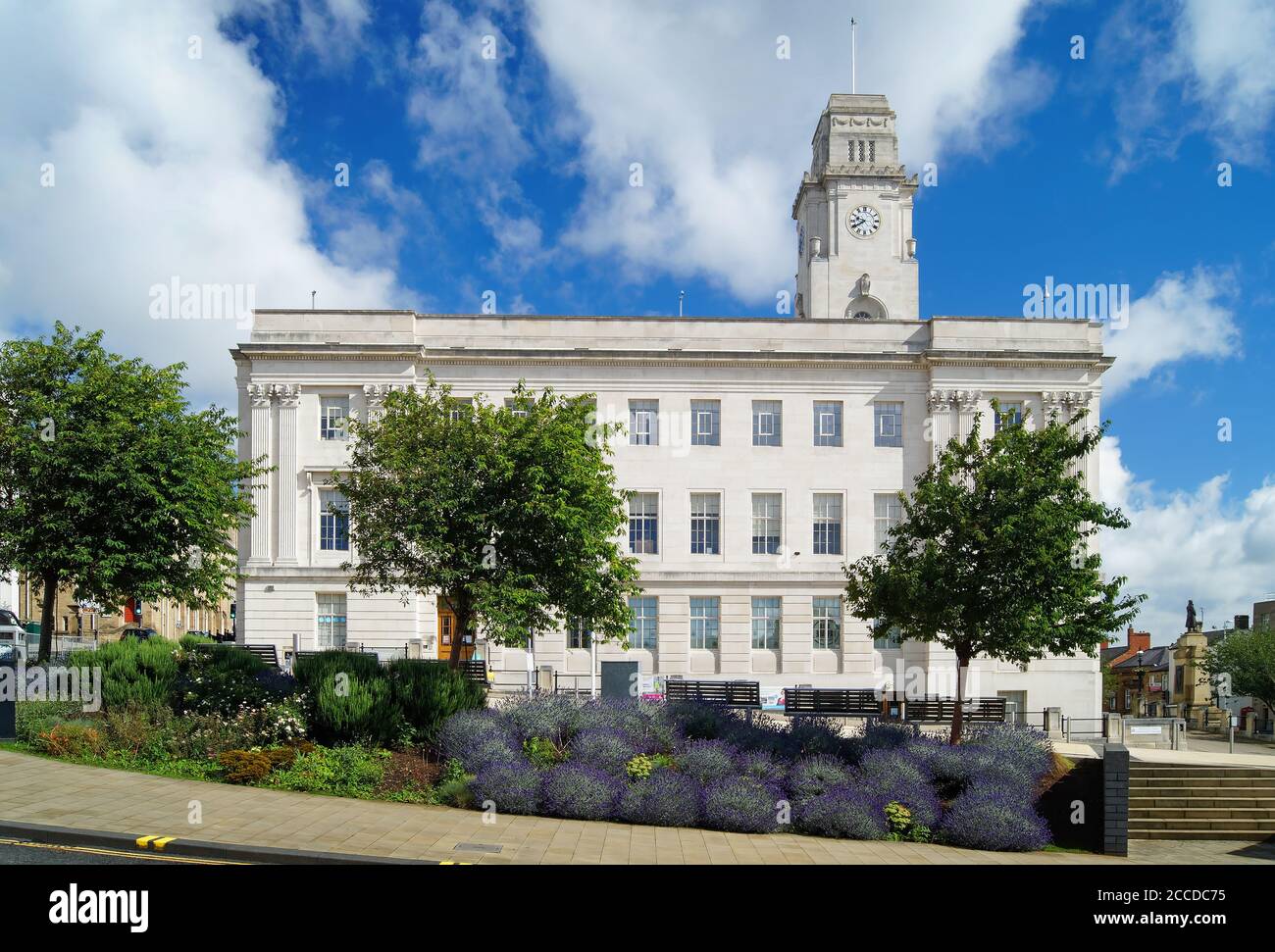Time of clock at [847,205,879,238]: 9:40
